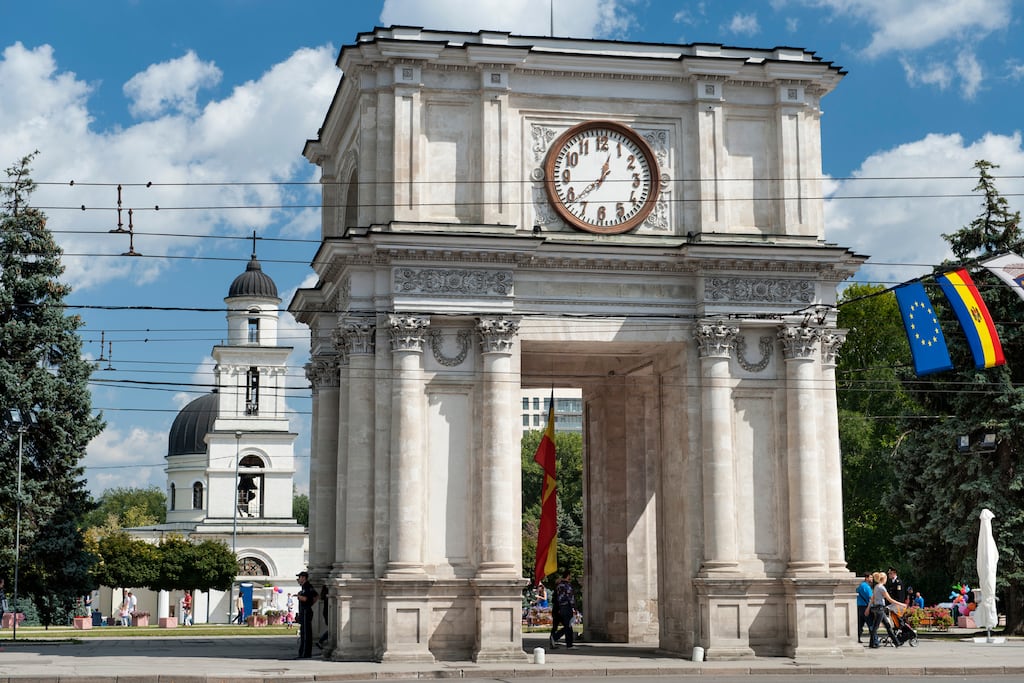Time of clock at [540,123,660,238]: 12:38
